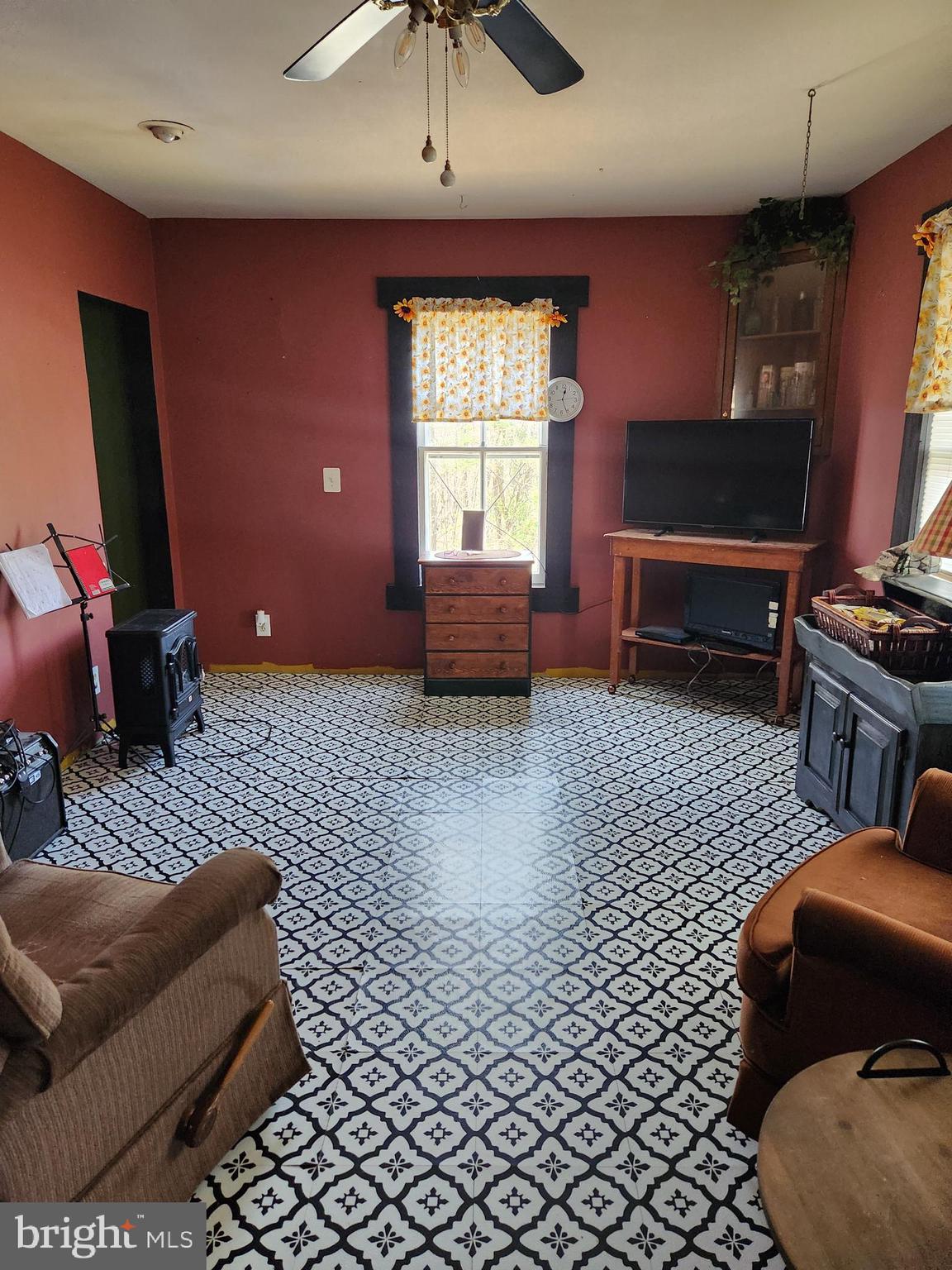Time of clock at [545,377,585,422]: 12:26
